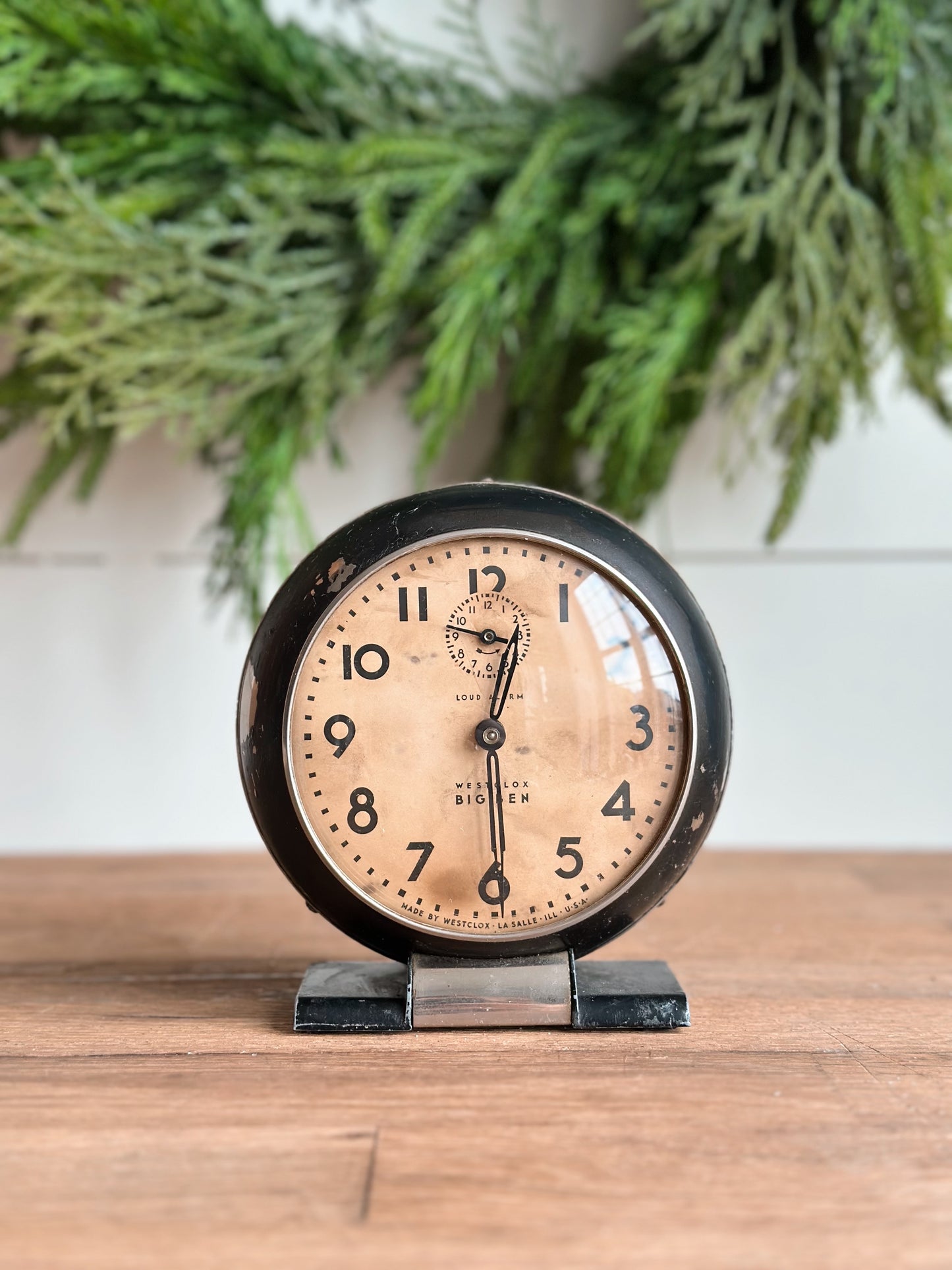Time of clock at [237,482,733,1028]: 12:29
